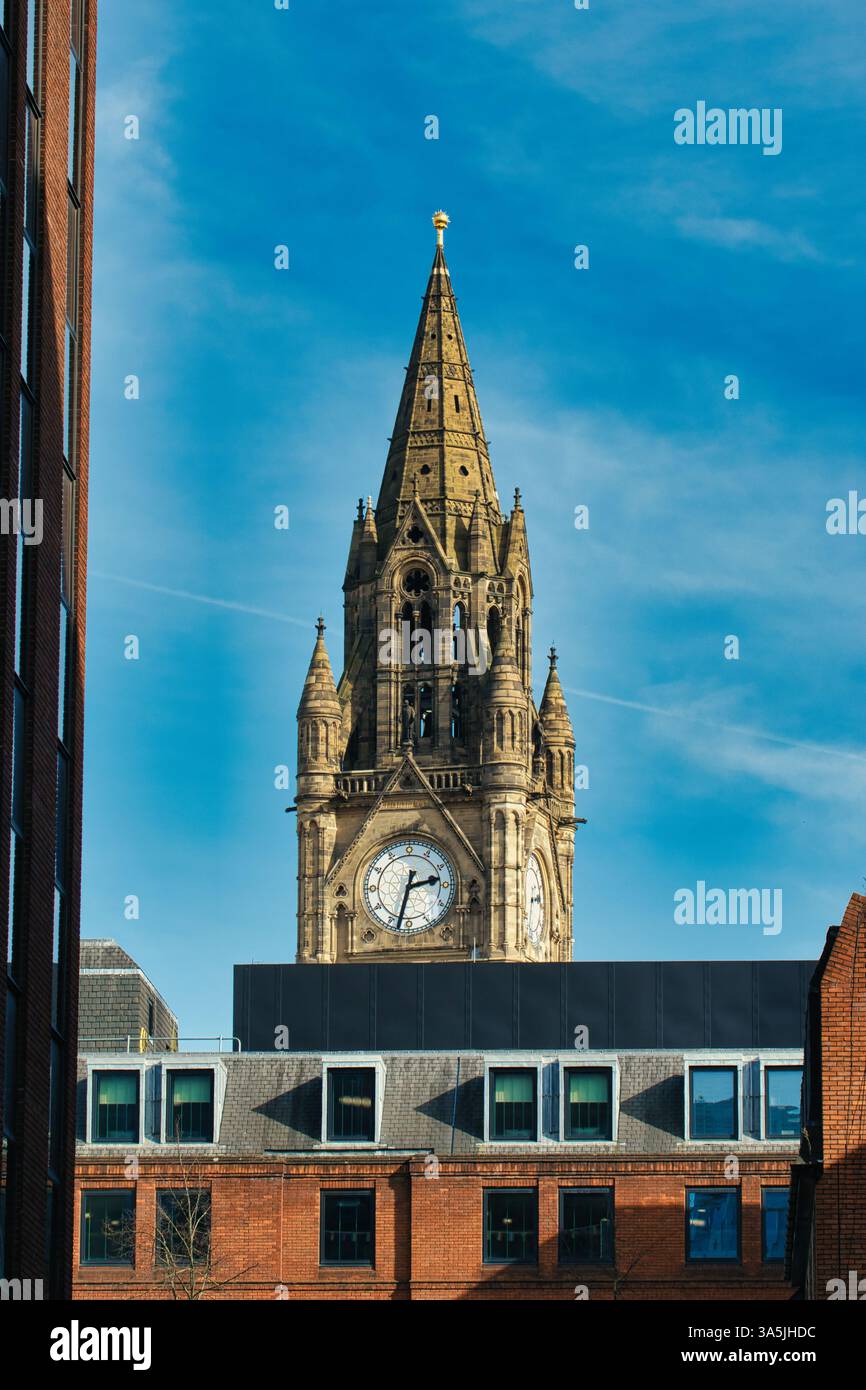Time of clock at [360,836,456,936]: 2:32
